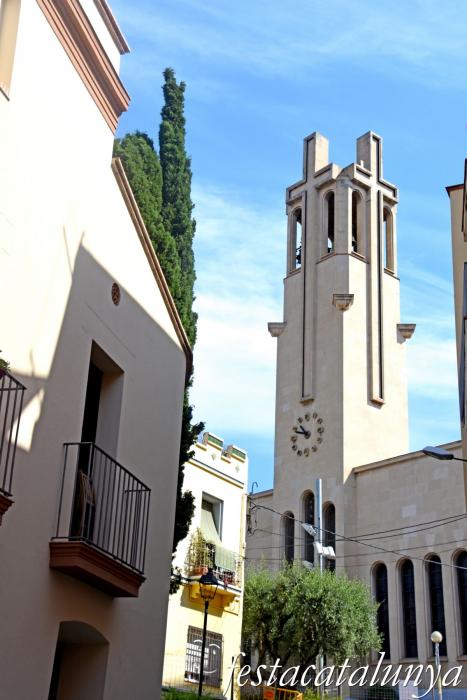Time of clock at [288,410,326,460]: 10:48
